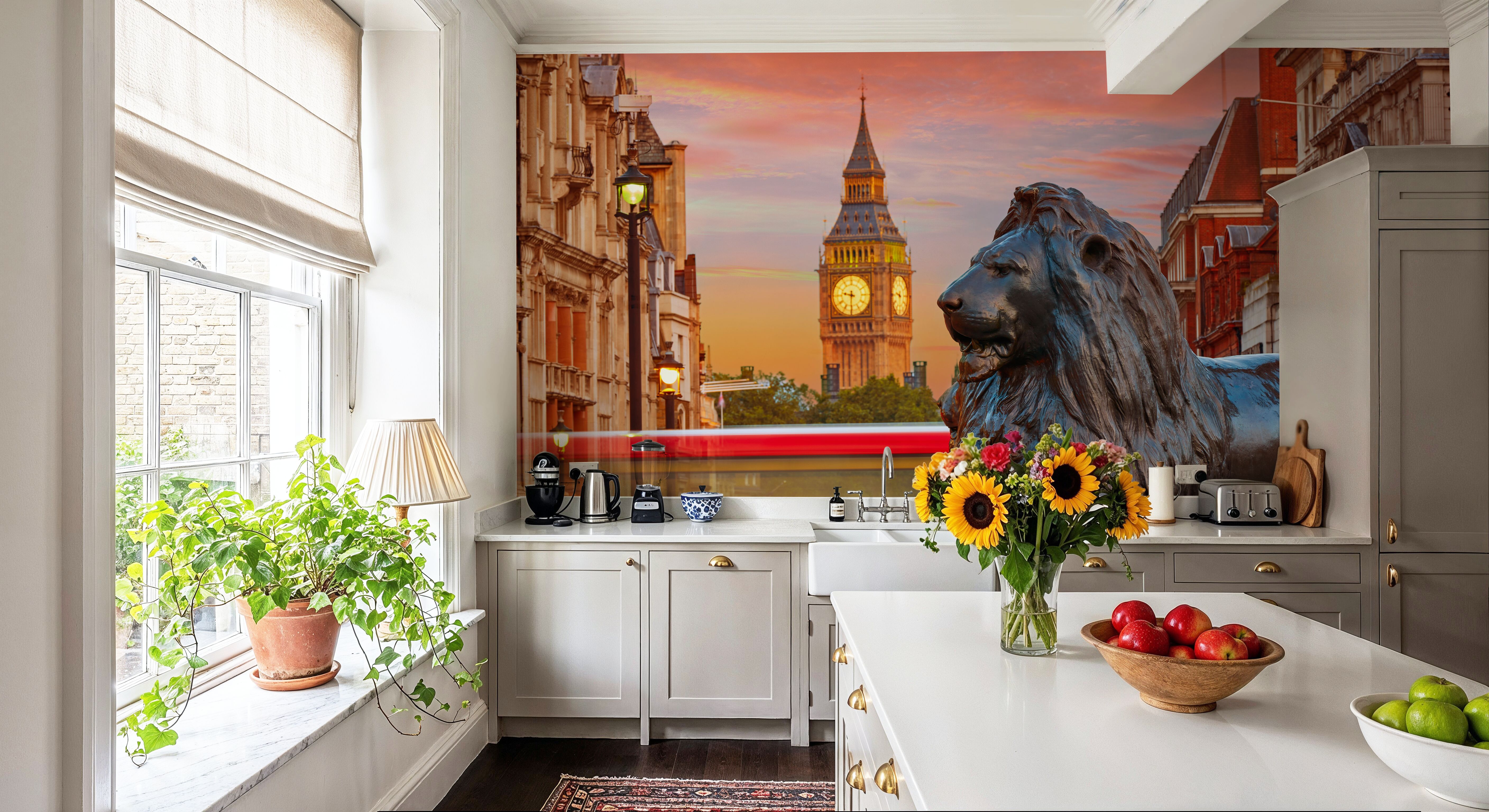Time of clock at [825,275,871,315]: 9:30
